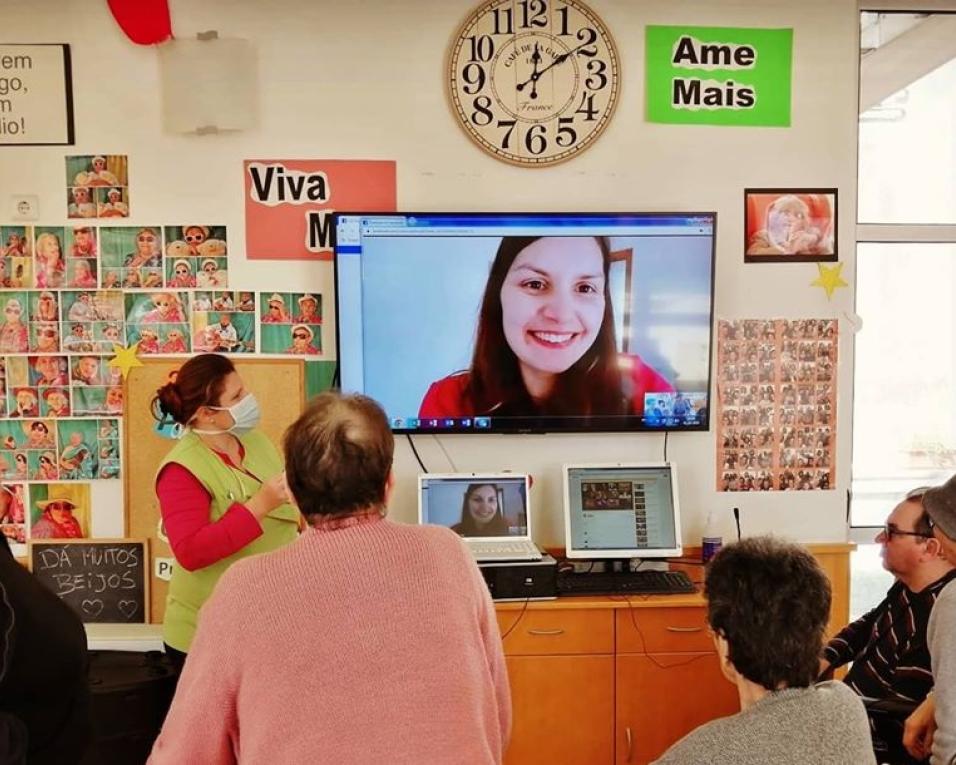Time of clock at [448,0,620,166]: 12:09
